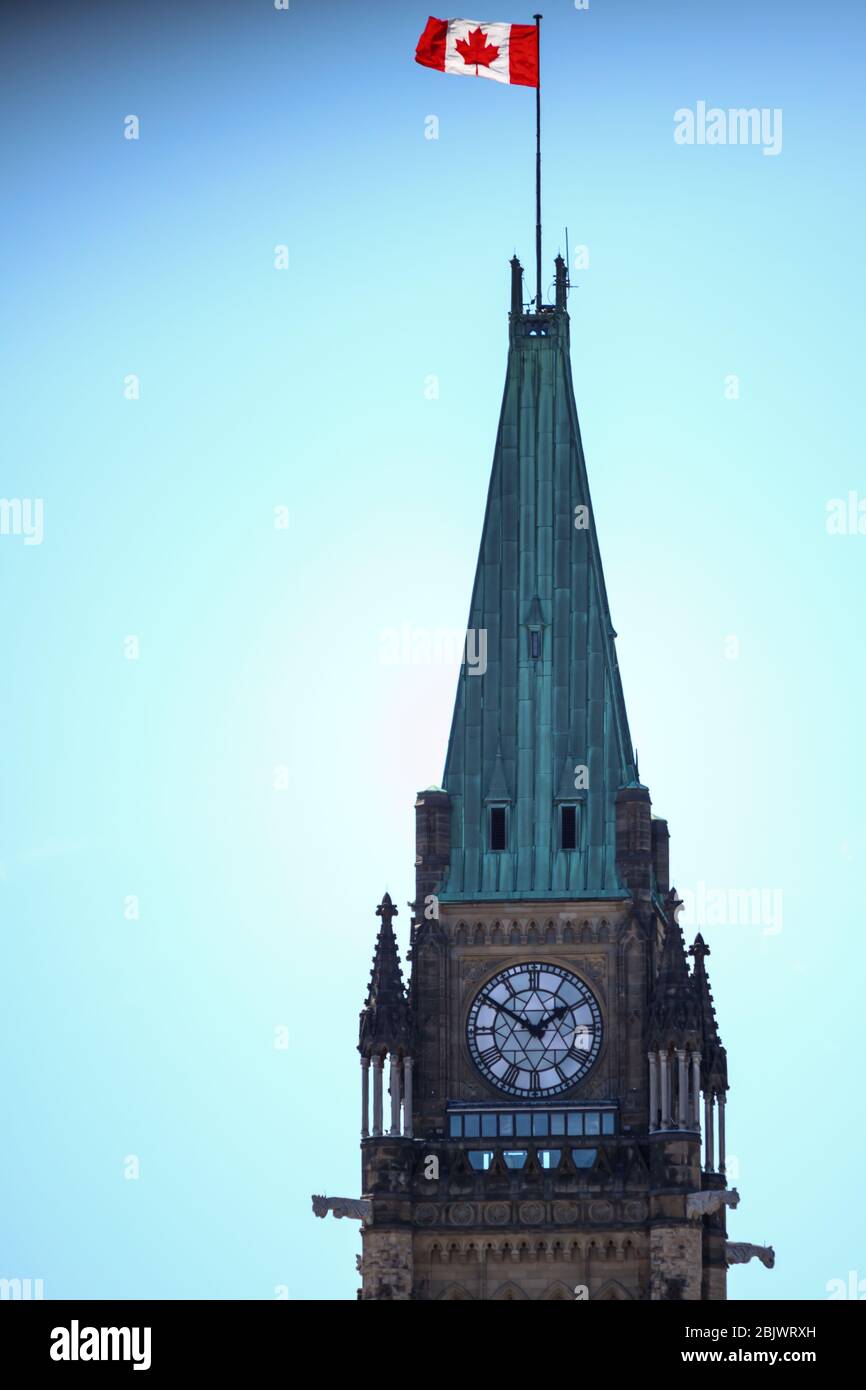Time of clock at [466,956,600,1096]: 1:50
